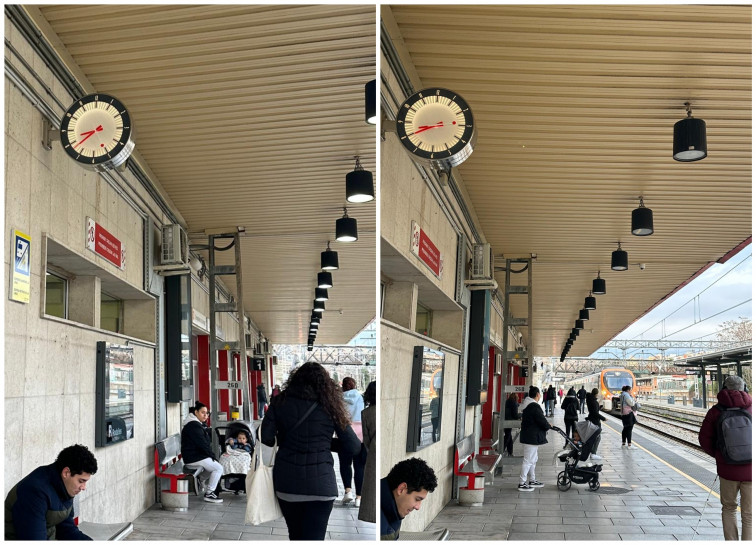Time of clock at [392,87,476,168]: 8:40
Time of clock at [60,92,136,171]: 8:38
